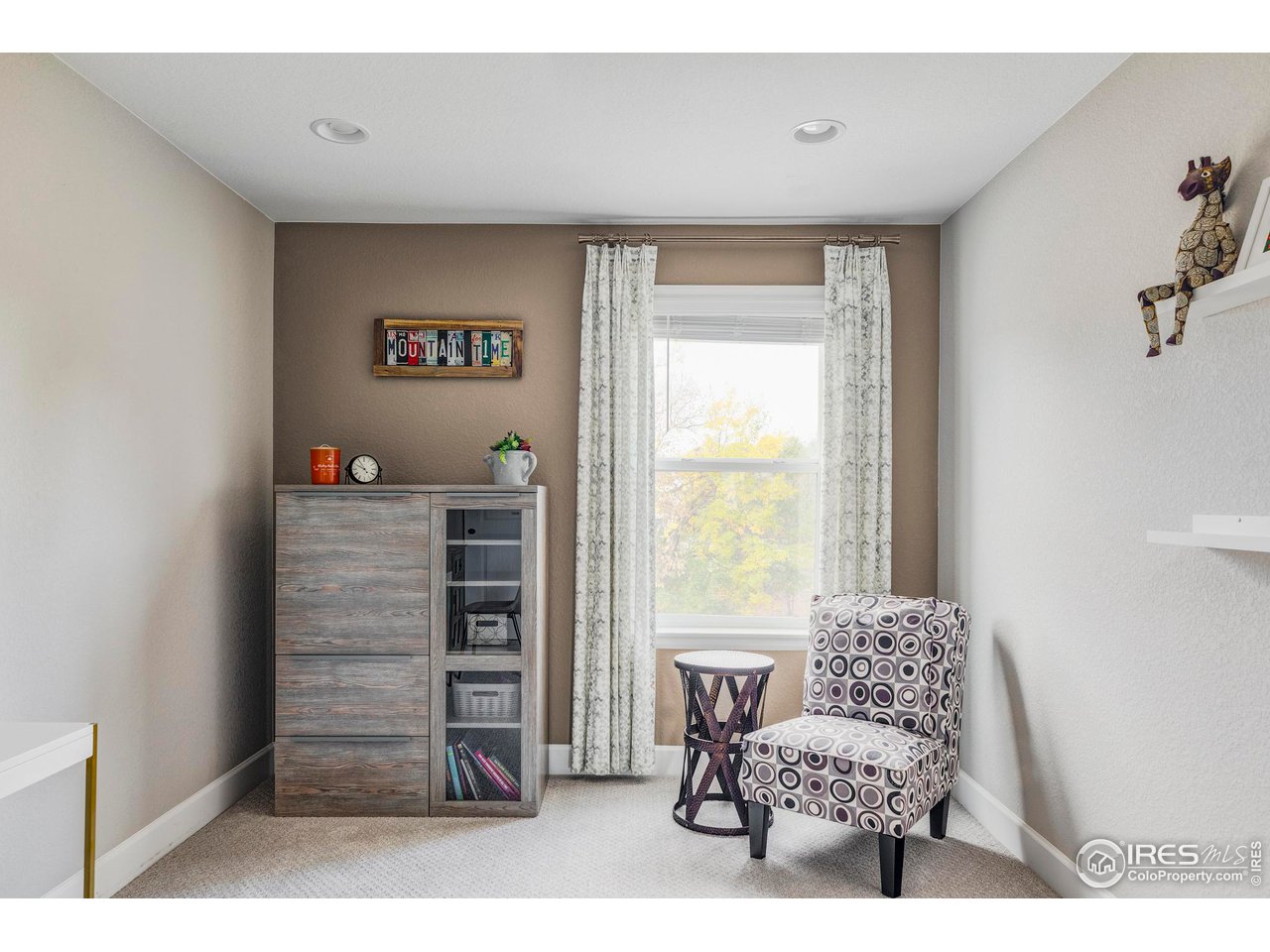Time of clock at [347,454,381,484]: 9:54
